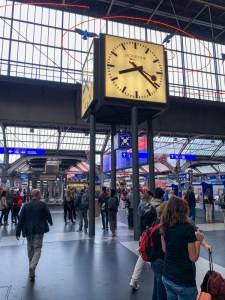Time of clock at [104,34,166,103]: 8:21
